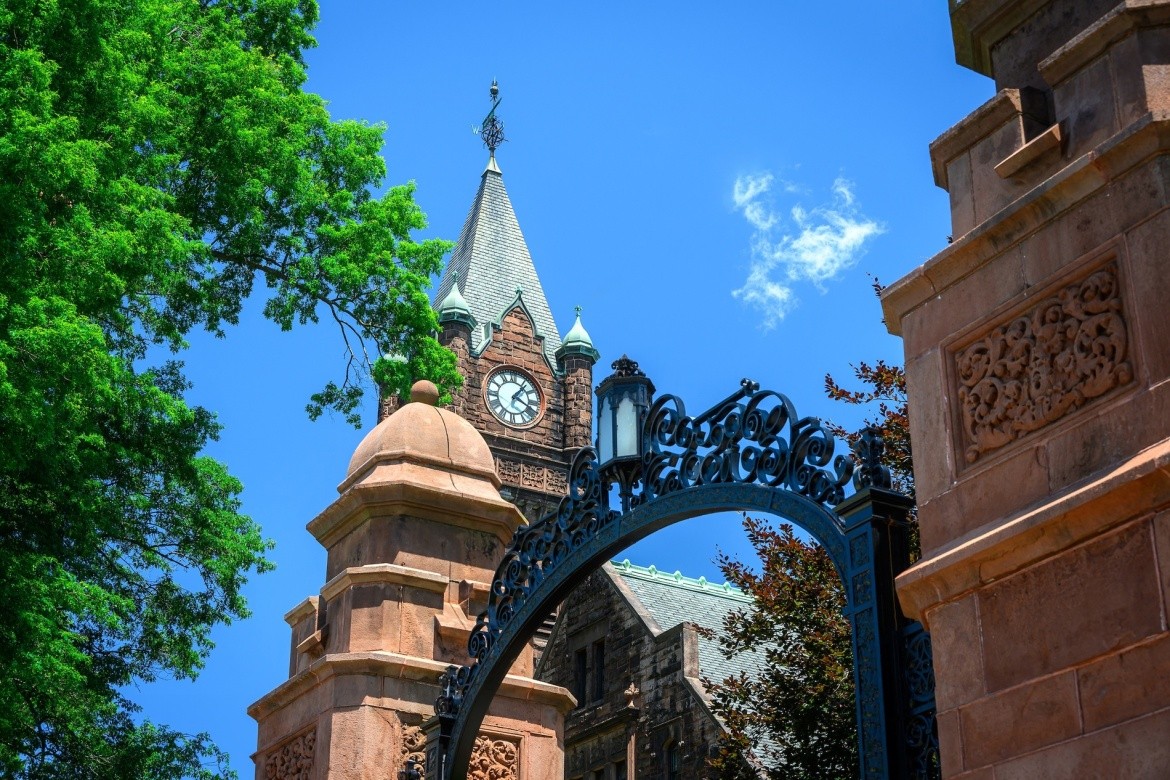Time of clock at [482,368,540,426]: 1:18
